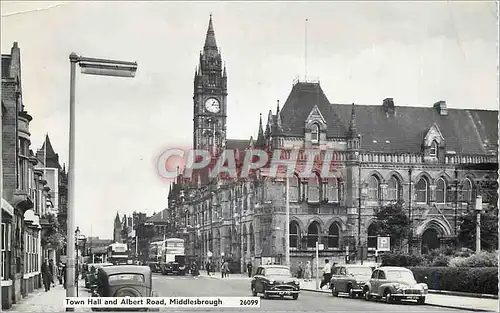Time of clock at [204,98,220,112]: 1:16
